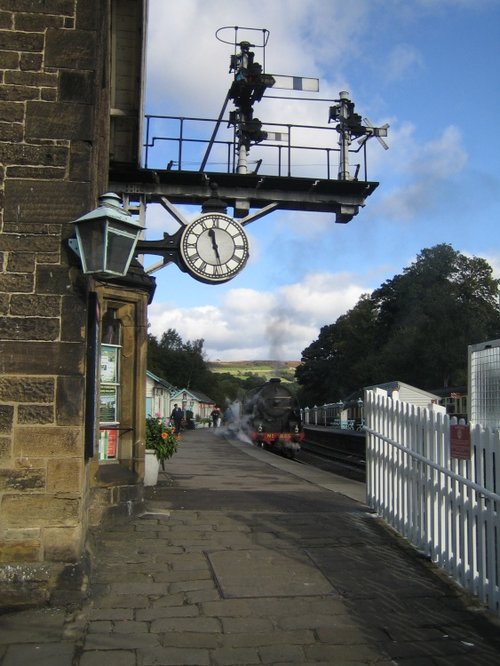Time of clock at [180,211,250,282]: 11:27
